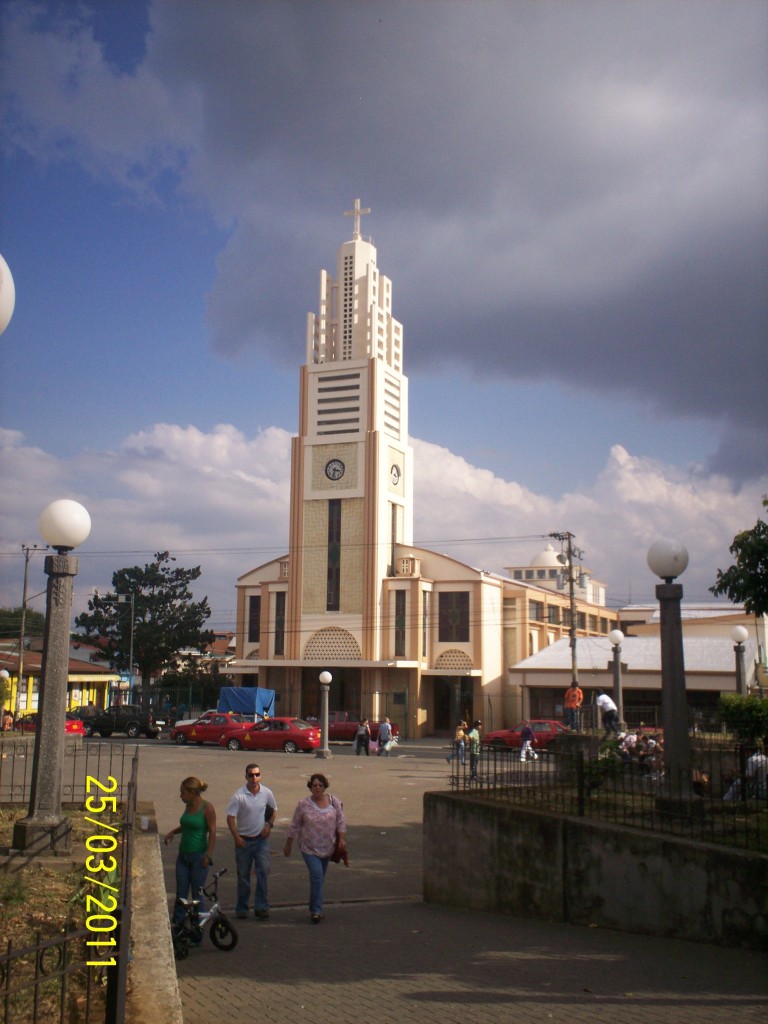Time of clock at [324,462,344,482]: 3:32
